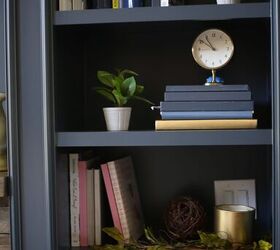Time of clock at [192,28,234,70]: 10:50
